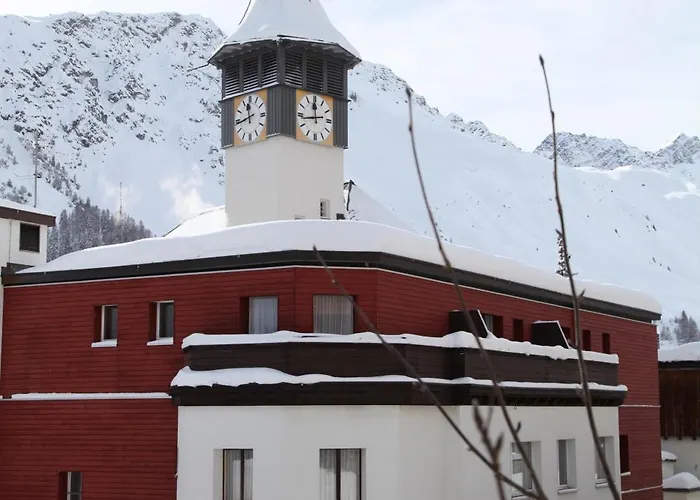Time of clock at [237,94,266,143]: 11:43
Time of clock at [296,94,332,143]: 11:43
